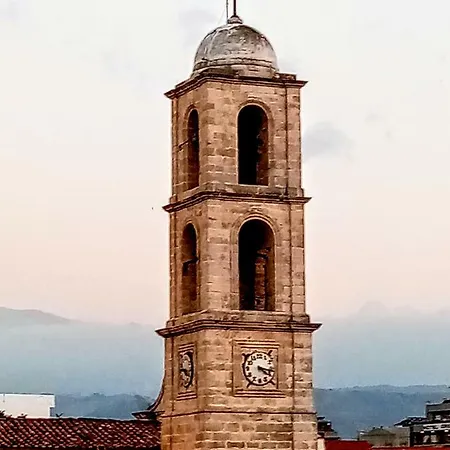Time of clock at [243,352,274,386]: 4:17
